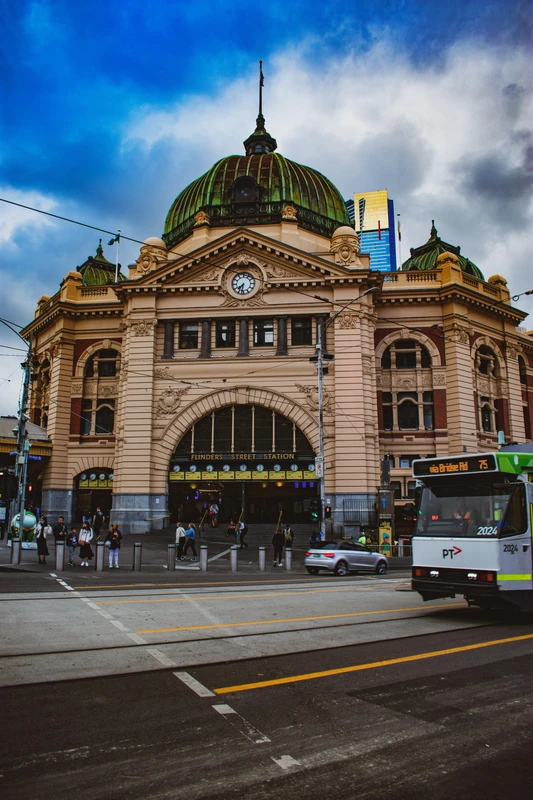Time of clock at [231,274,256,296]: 7:32
